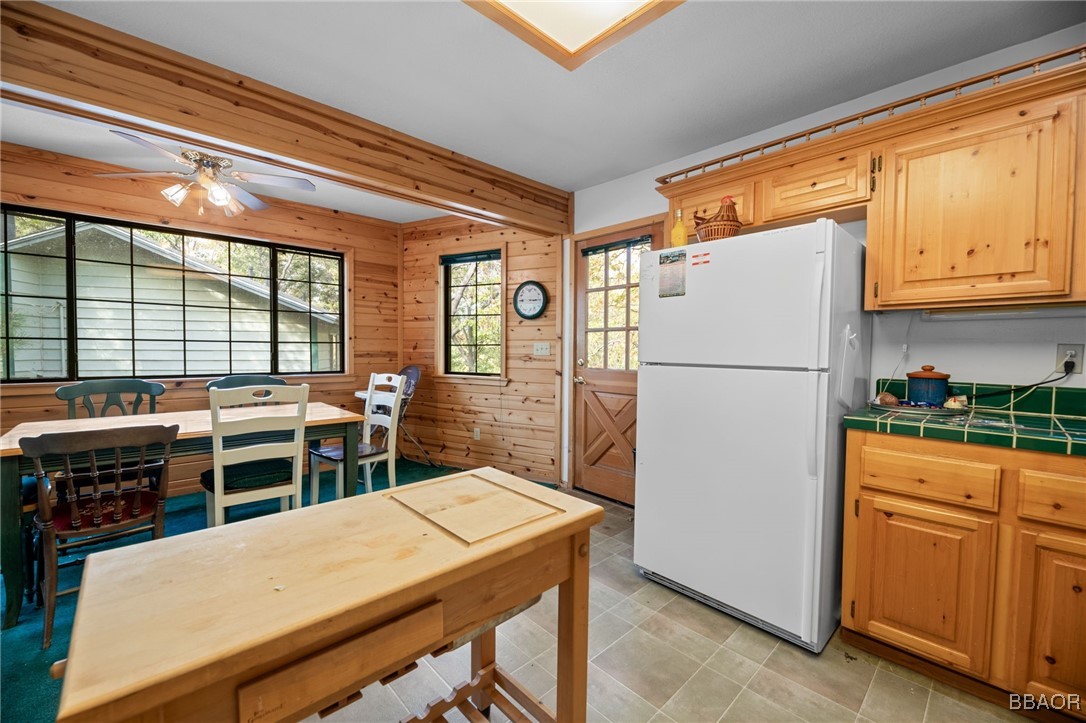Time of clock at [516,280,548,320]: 3:14
